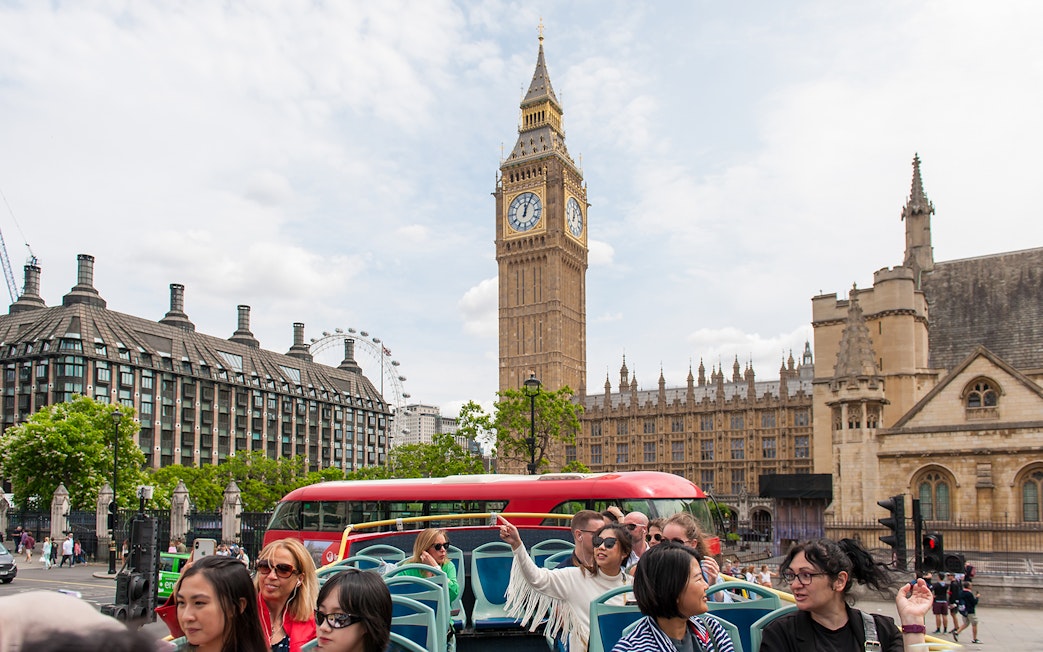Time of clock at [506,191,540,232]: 12:04
